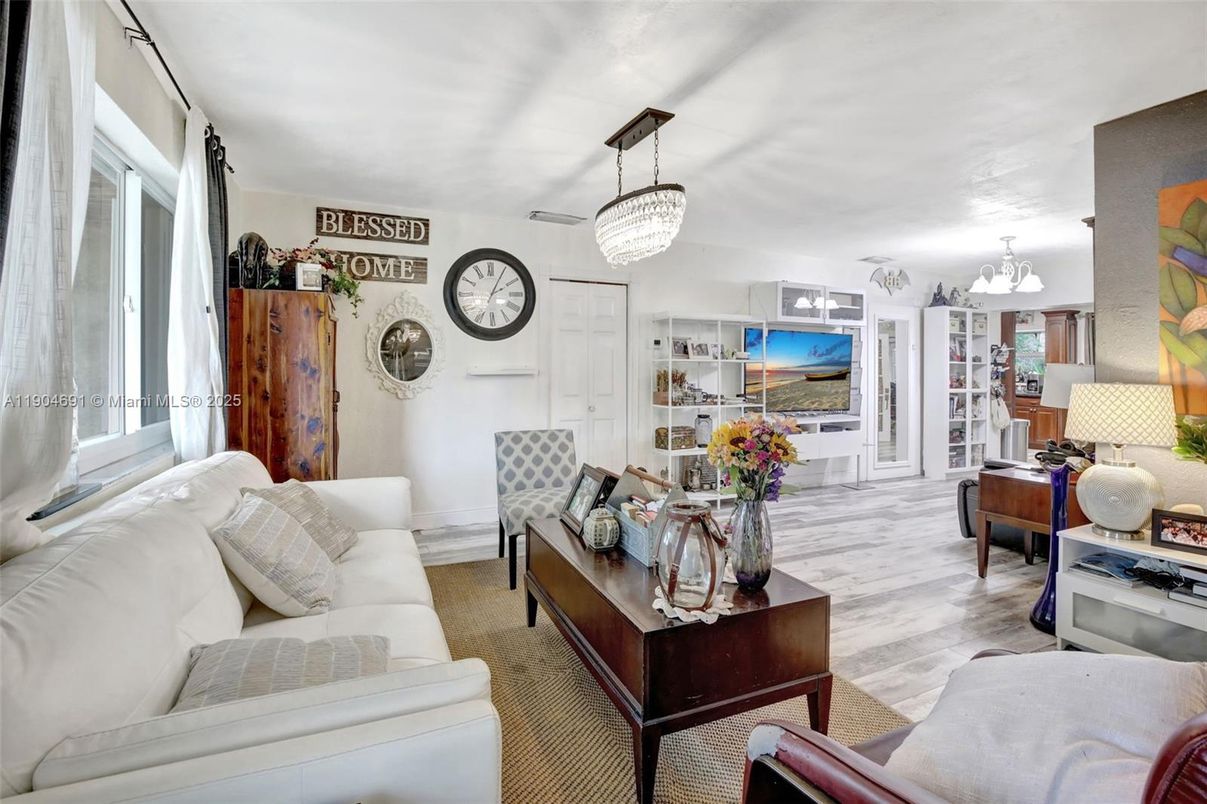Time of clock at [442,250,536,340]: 2:04
